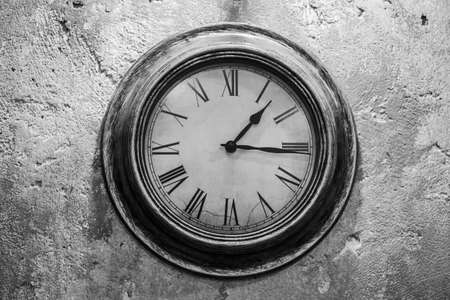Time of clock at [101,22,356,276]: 1:16
